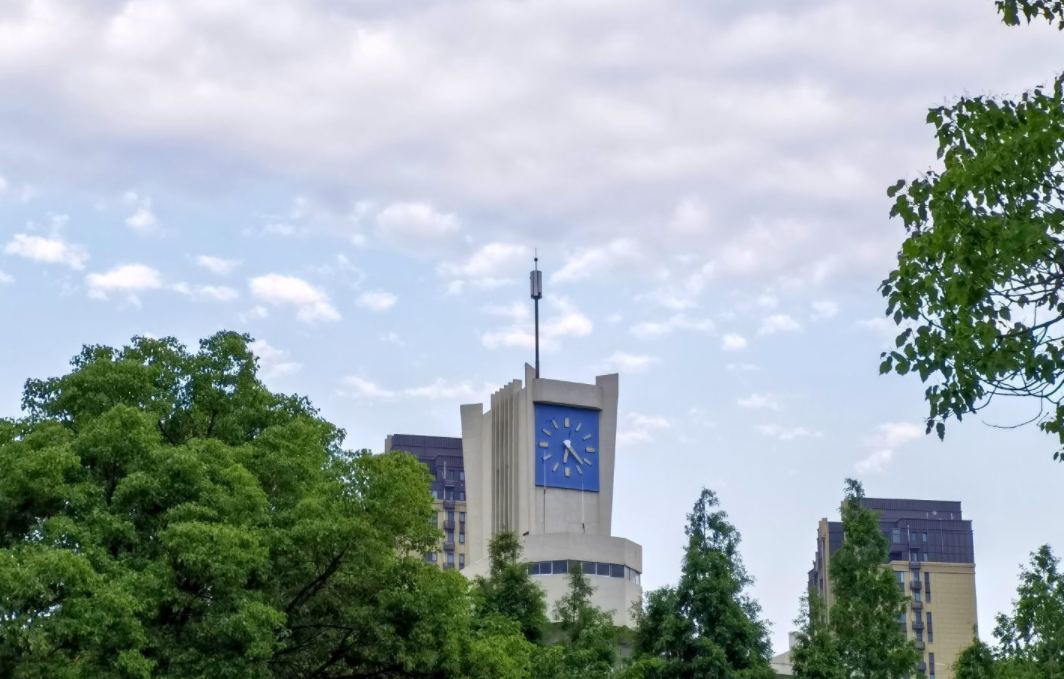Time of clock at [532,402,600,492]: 6:22
